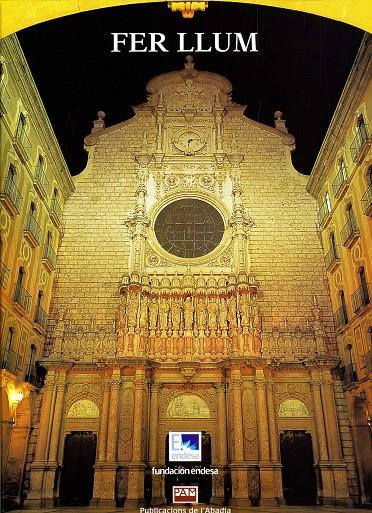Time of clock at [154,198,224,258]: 5:45
